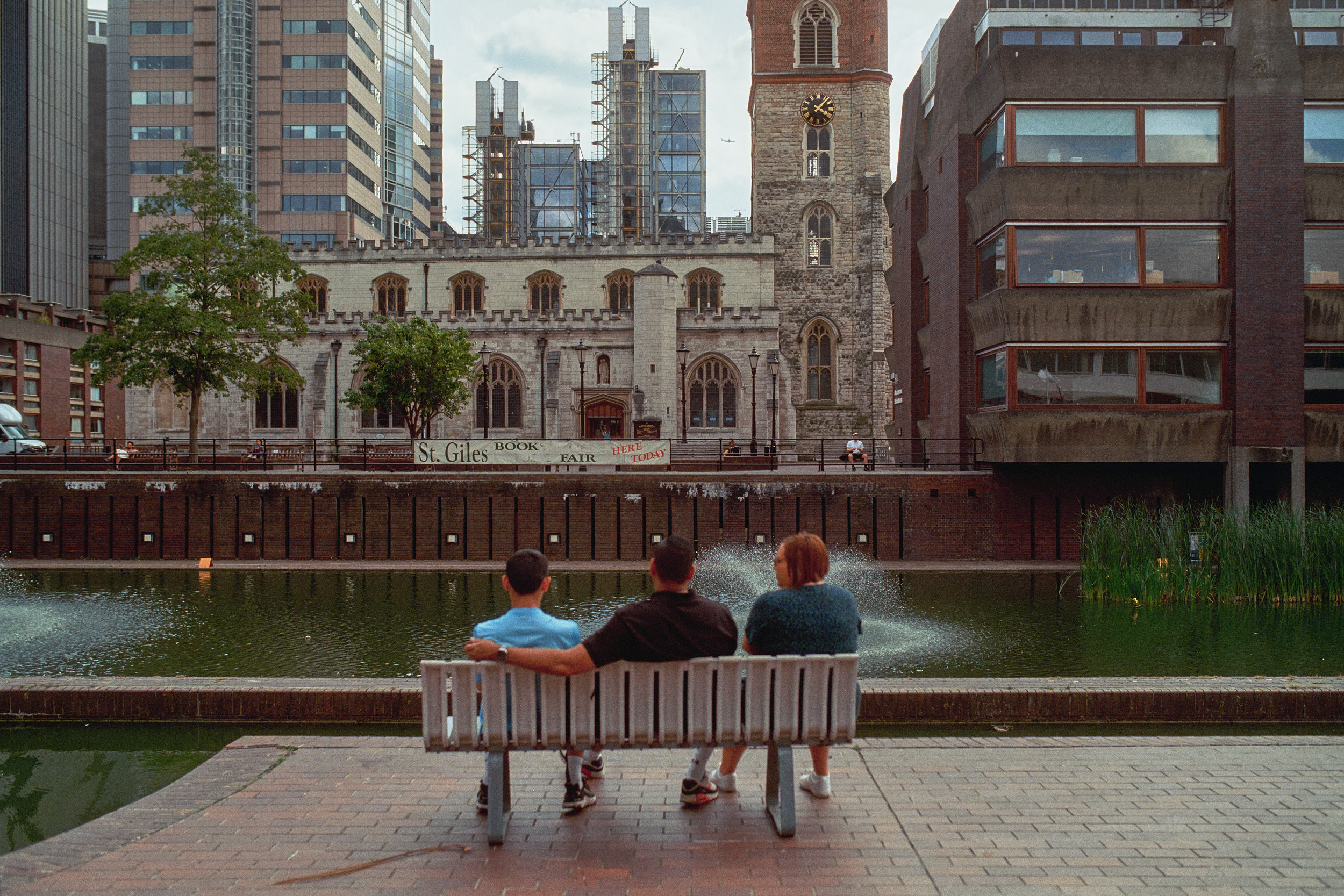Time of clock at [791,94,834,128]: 4:07
